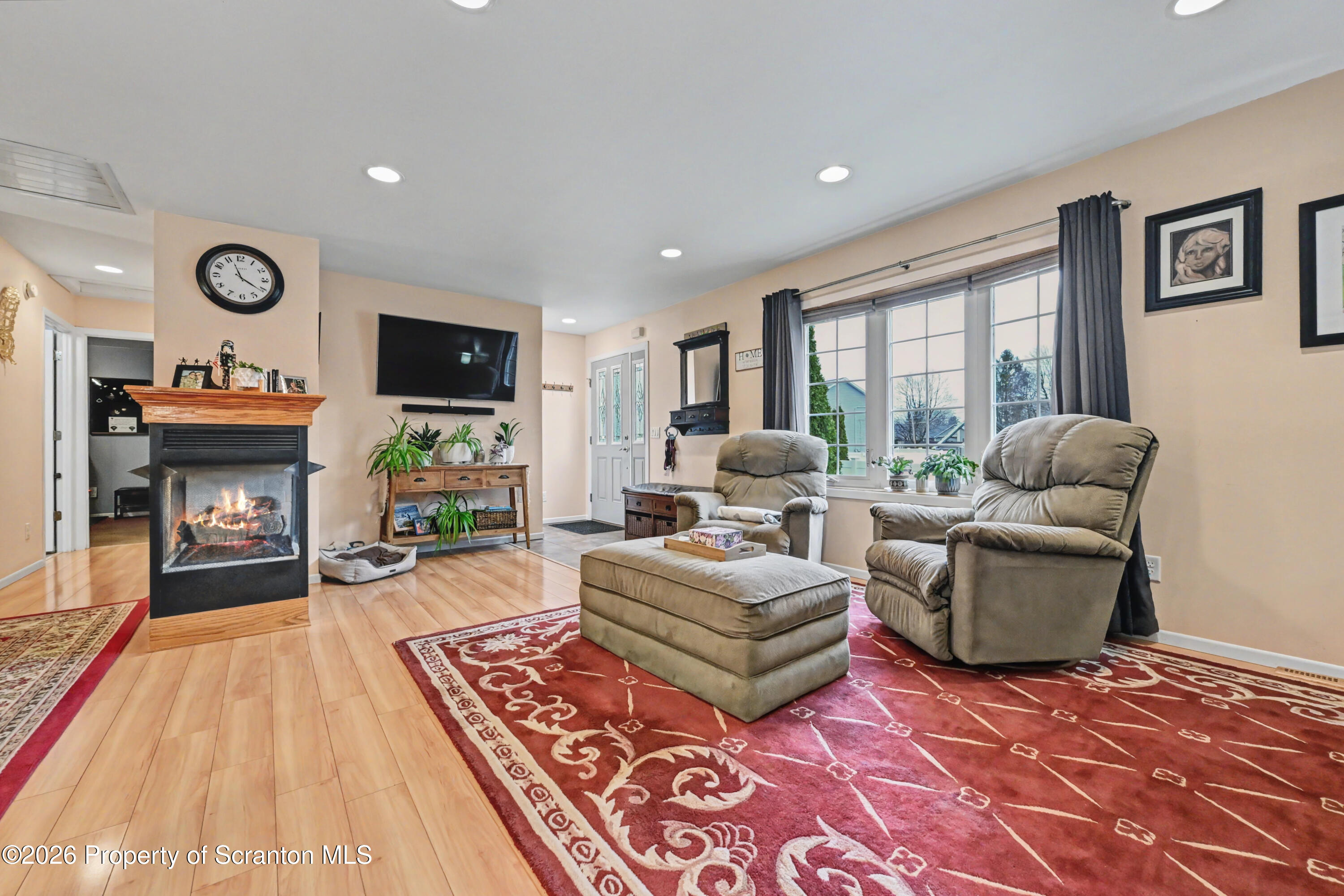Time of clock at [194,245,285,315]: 11:20
